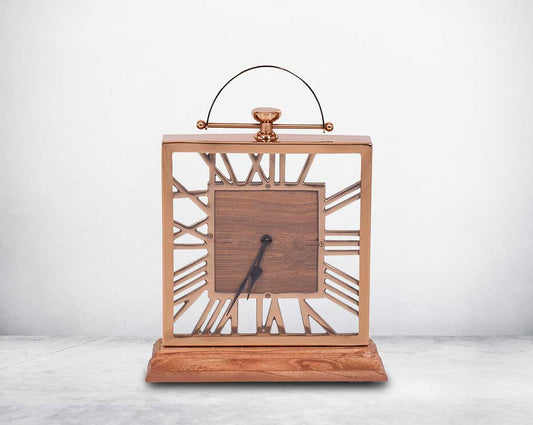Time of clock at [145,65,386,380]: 6:34
